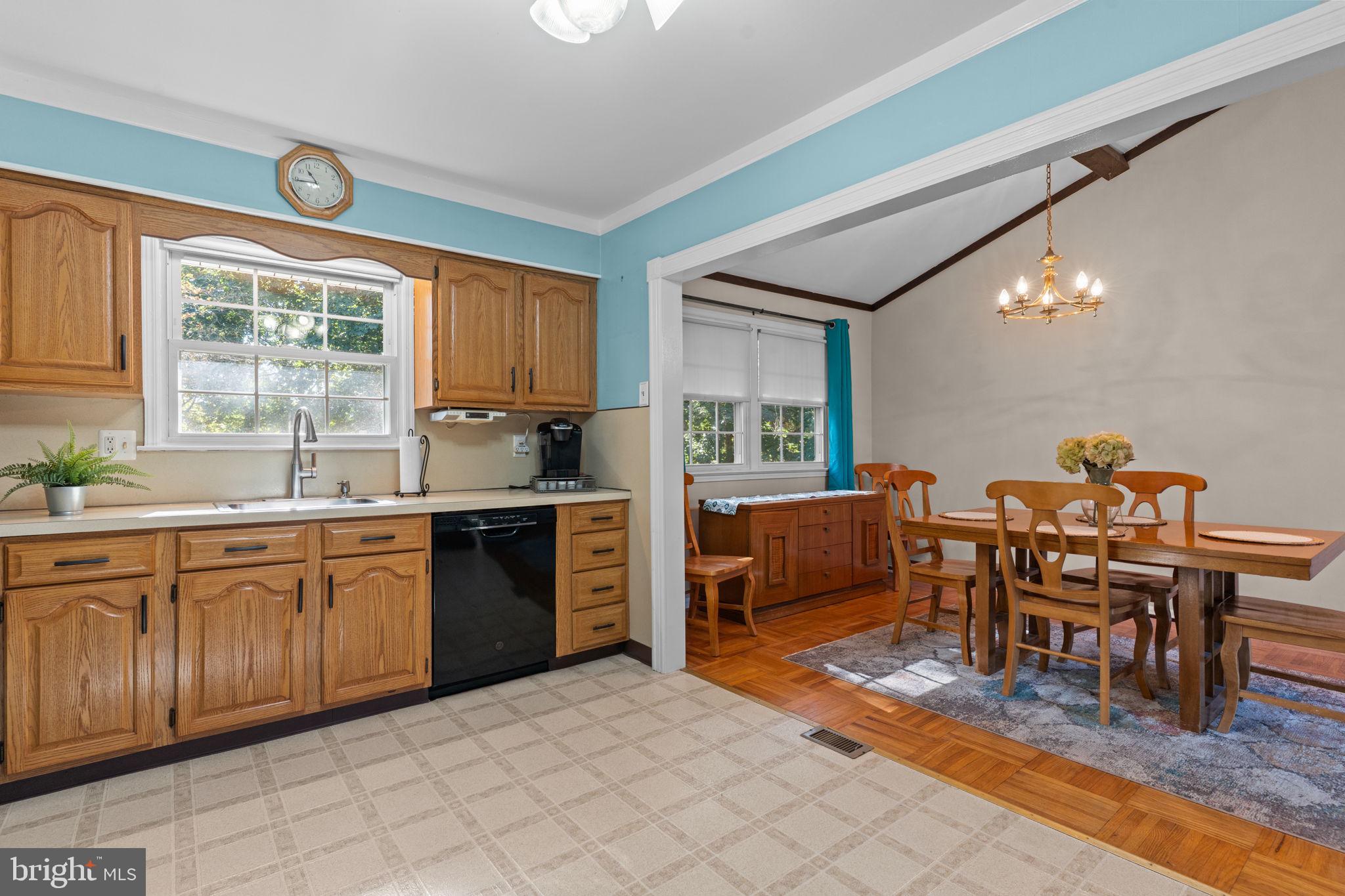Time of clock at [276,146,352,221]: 10:44
